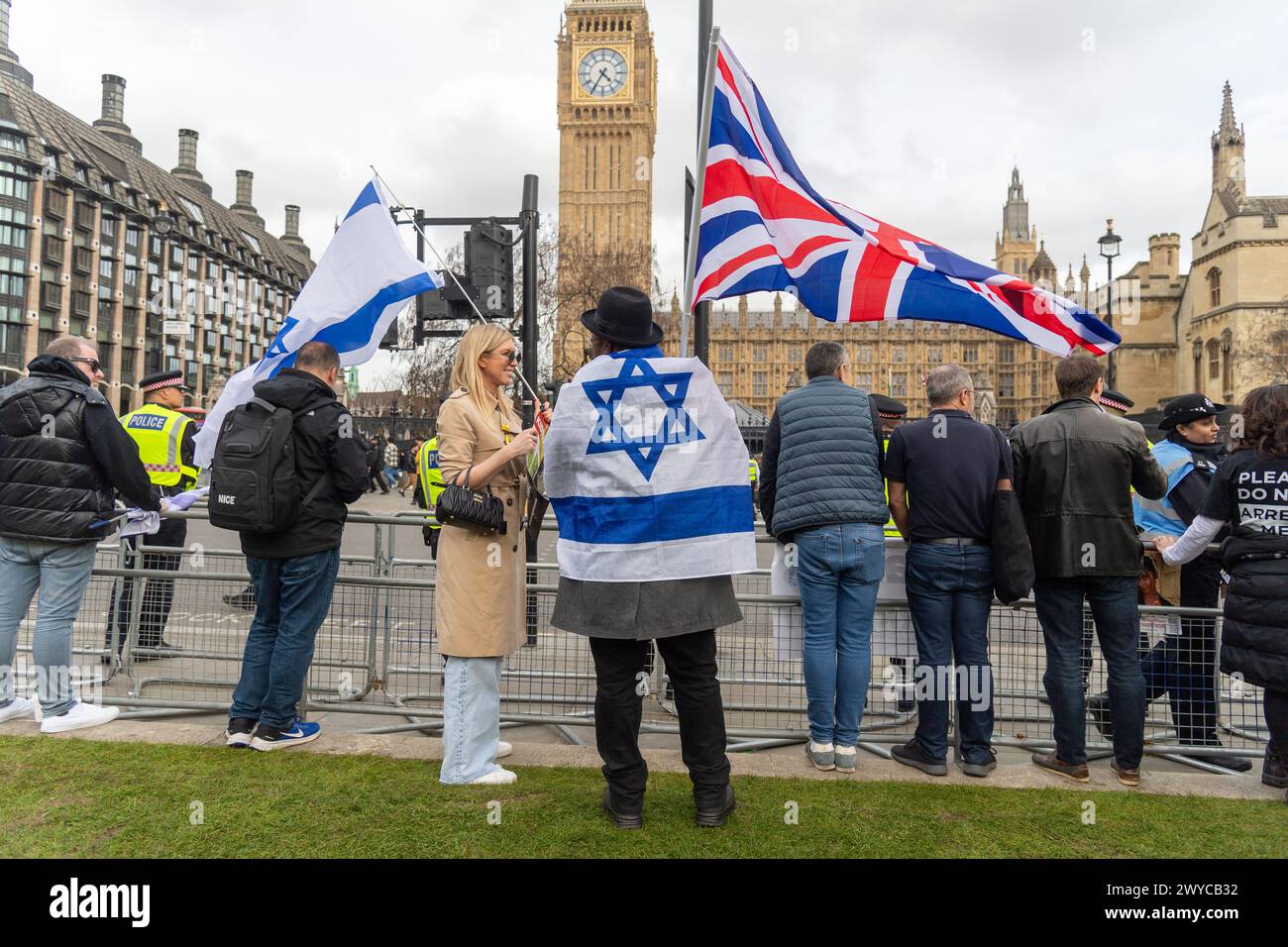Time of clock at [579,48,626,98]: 4:35
